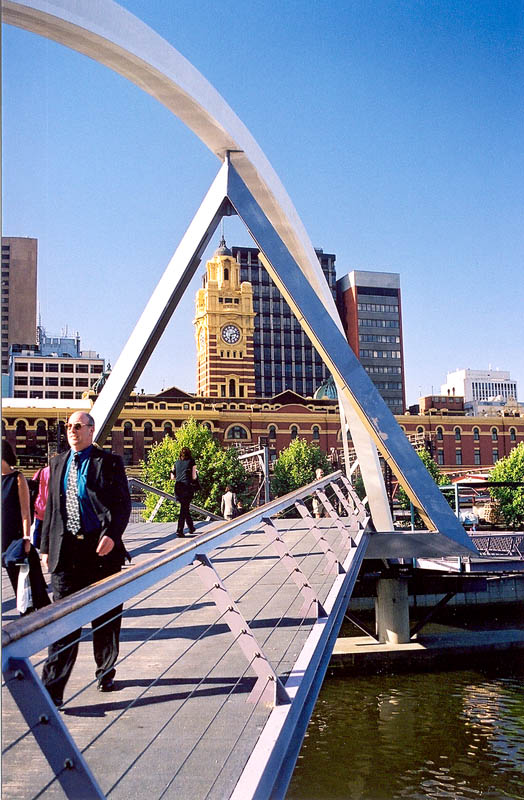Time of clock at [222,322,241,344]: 6:12
